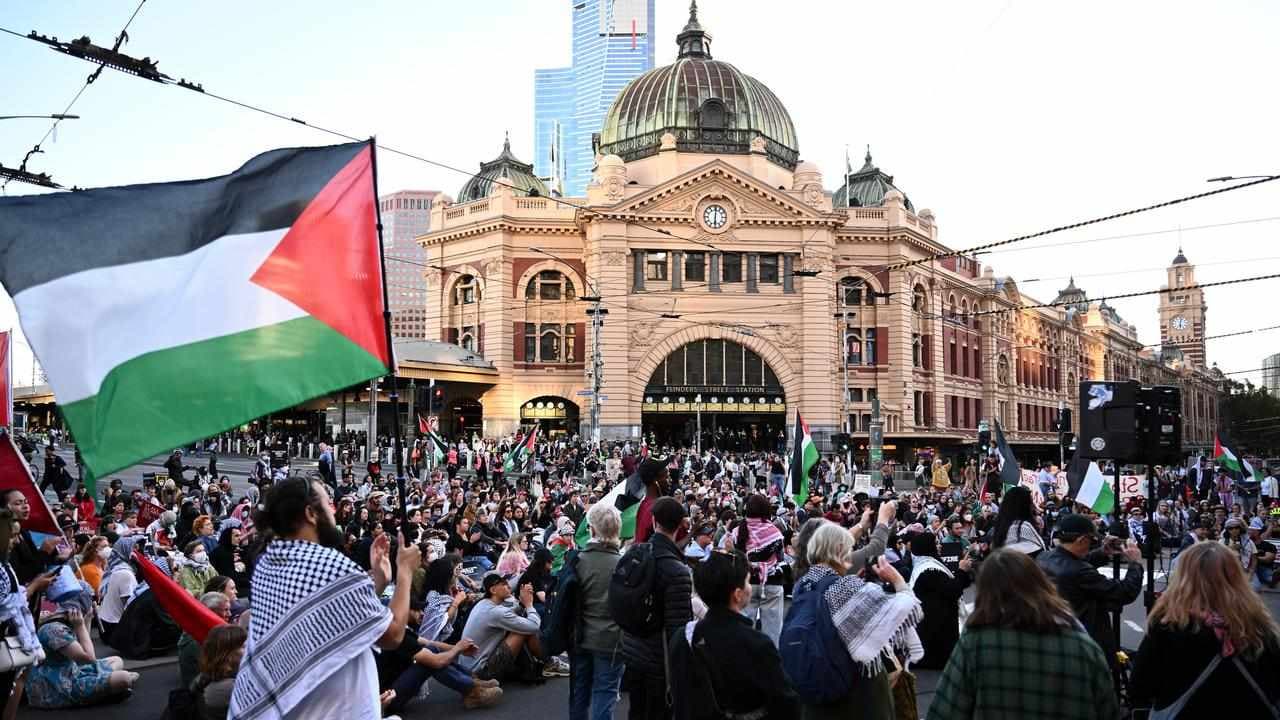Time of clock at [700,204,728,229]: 6:00
